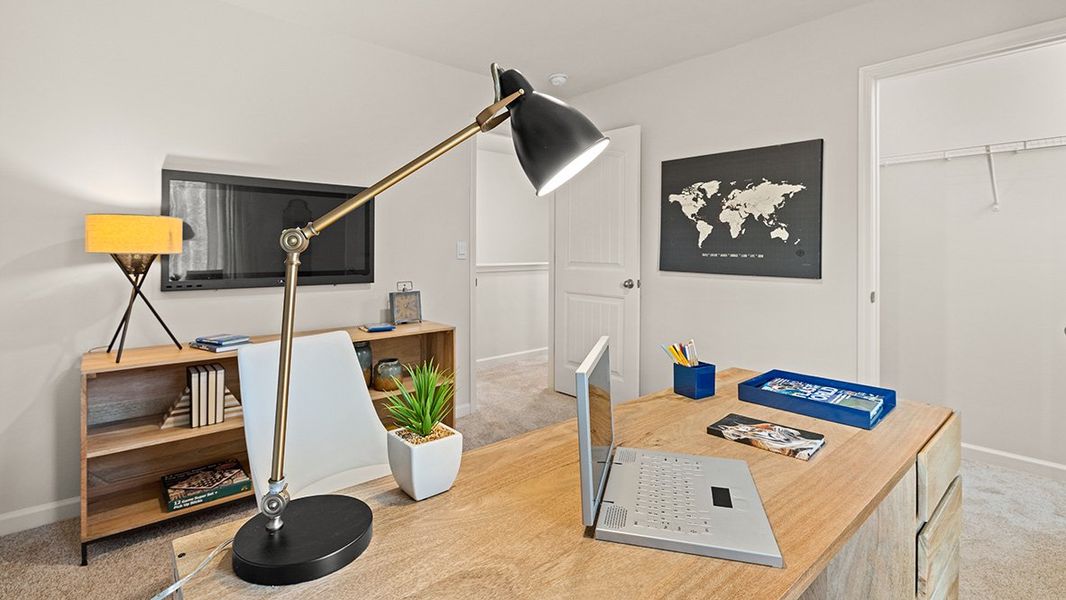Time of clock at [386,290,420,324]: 1:18
